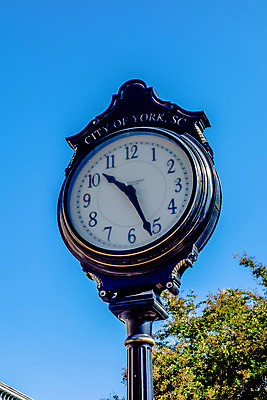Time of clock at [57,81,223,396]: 10:26
